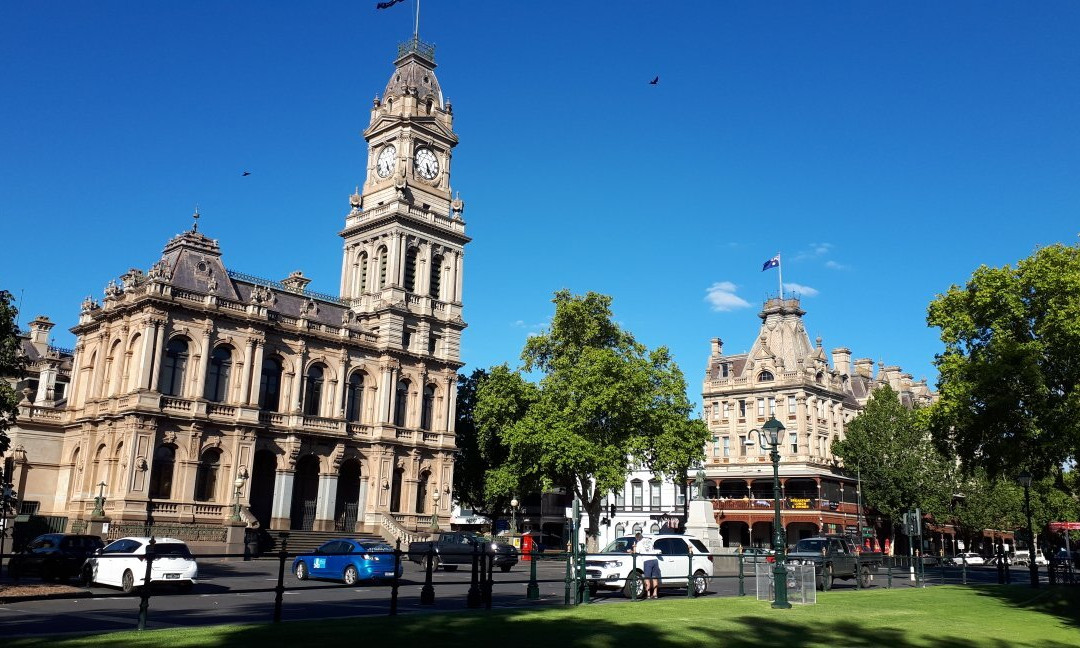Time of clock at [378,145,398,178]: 5:26
